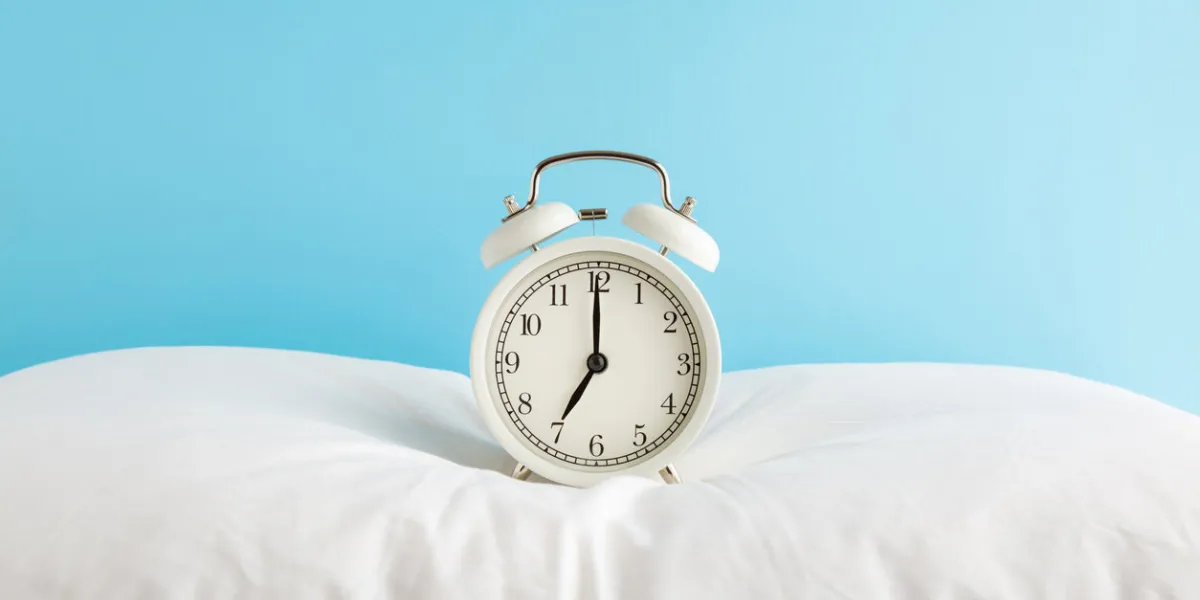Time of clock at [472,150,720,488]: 7:00
